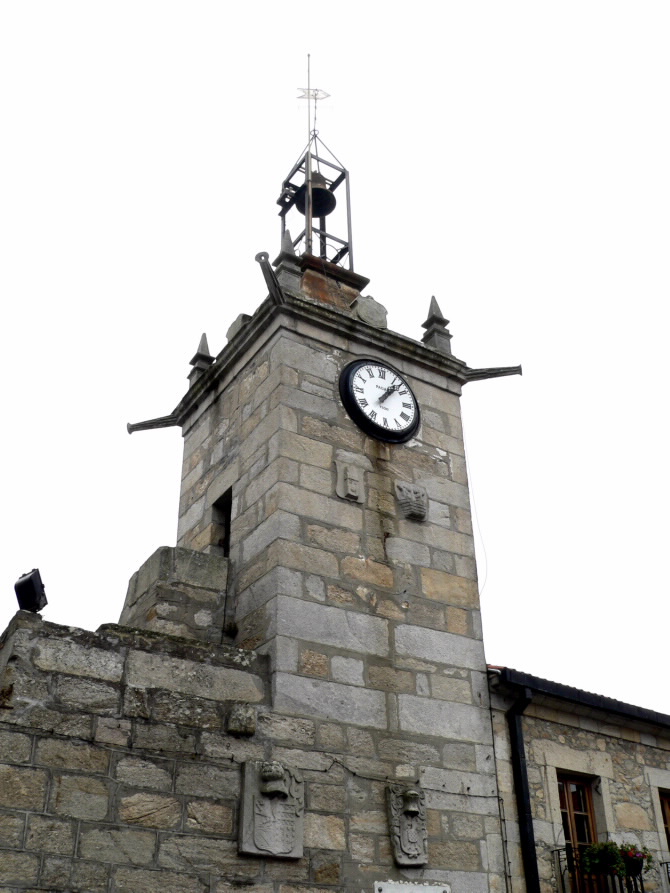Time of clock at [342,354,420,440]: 1:07
